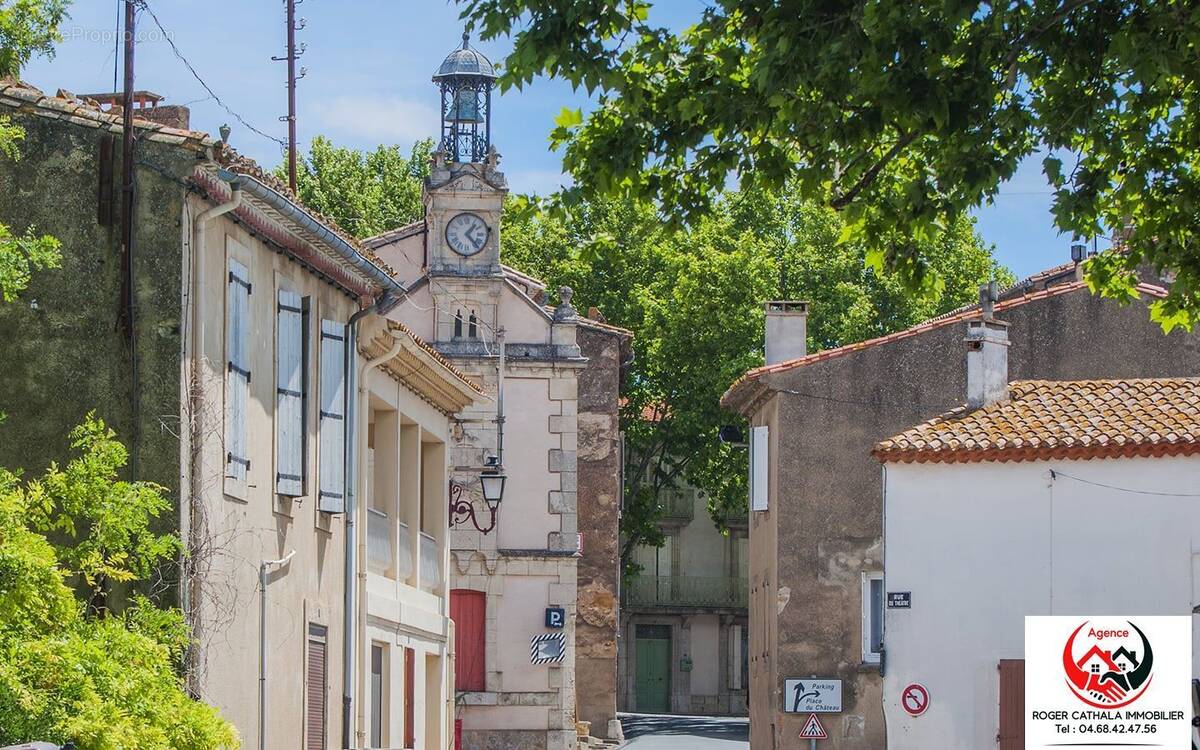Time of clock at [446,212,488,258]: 1:22
